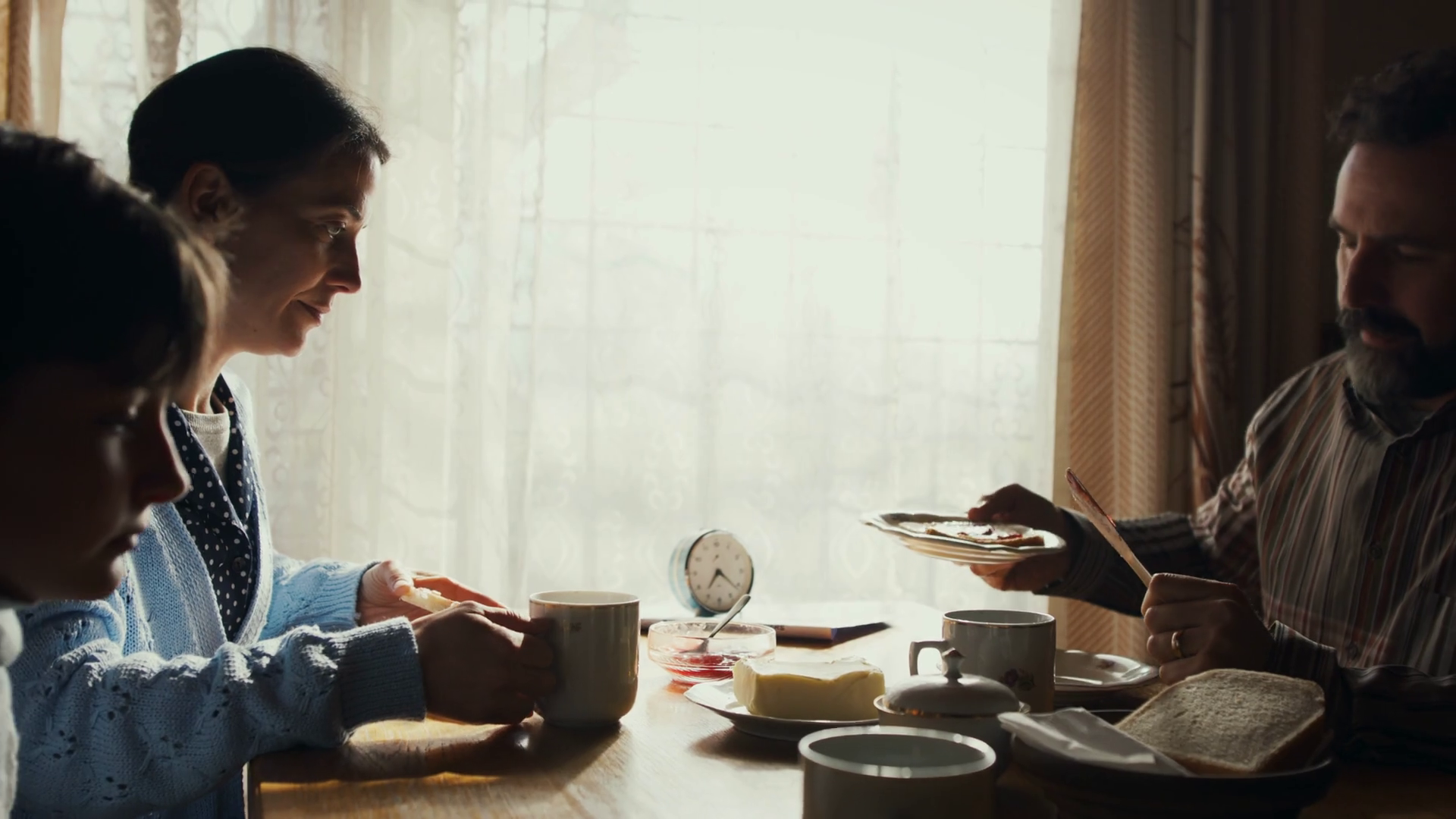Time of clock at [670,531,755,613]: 7:21
